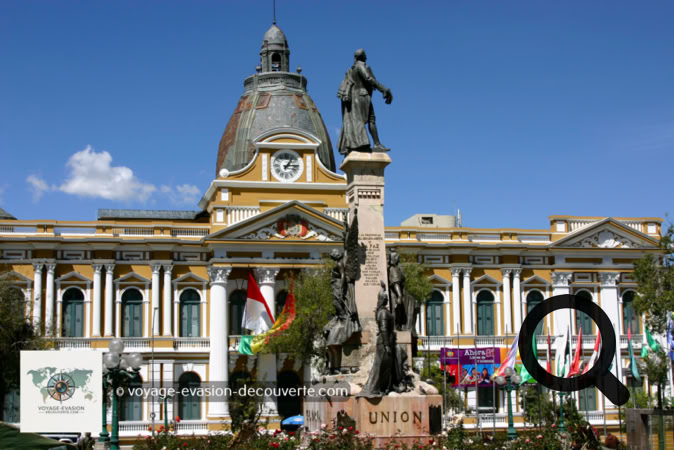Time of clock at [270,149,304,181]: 1:14
